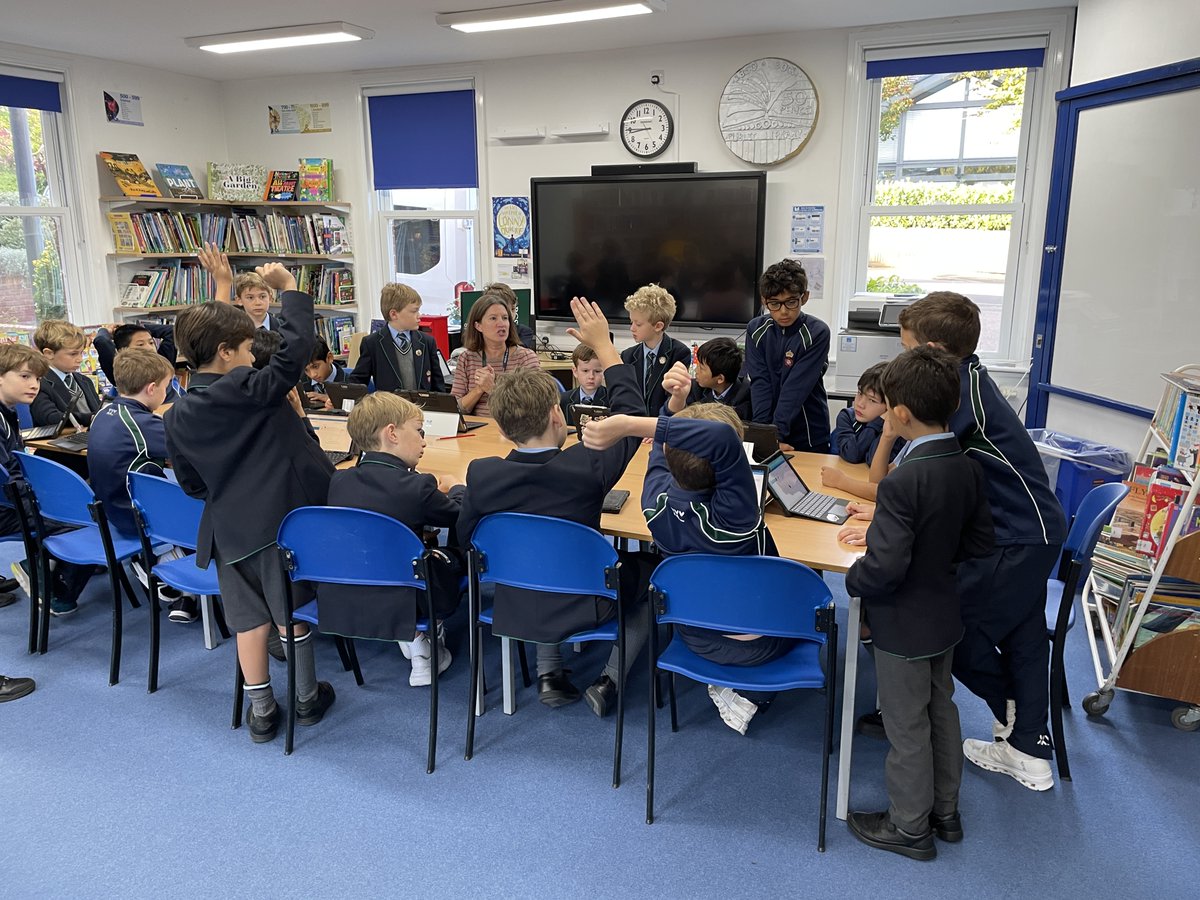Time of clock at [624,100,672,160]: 8:45
